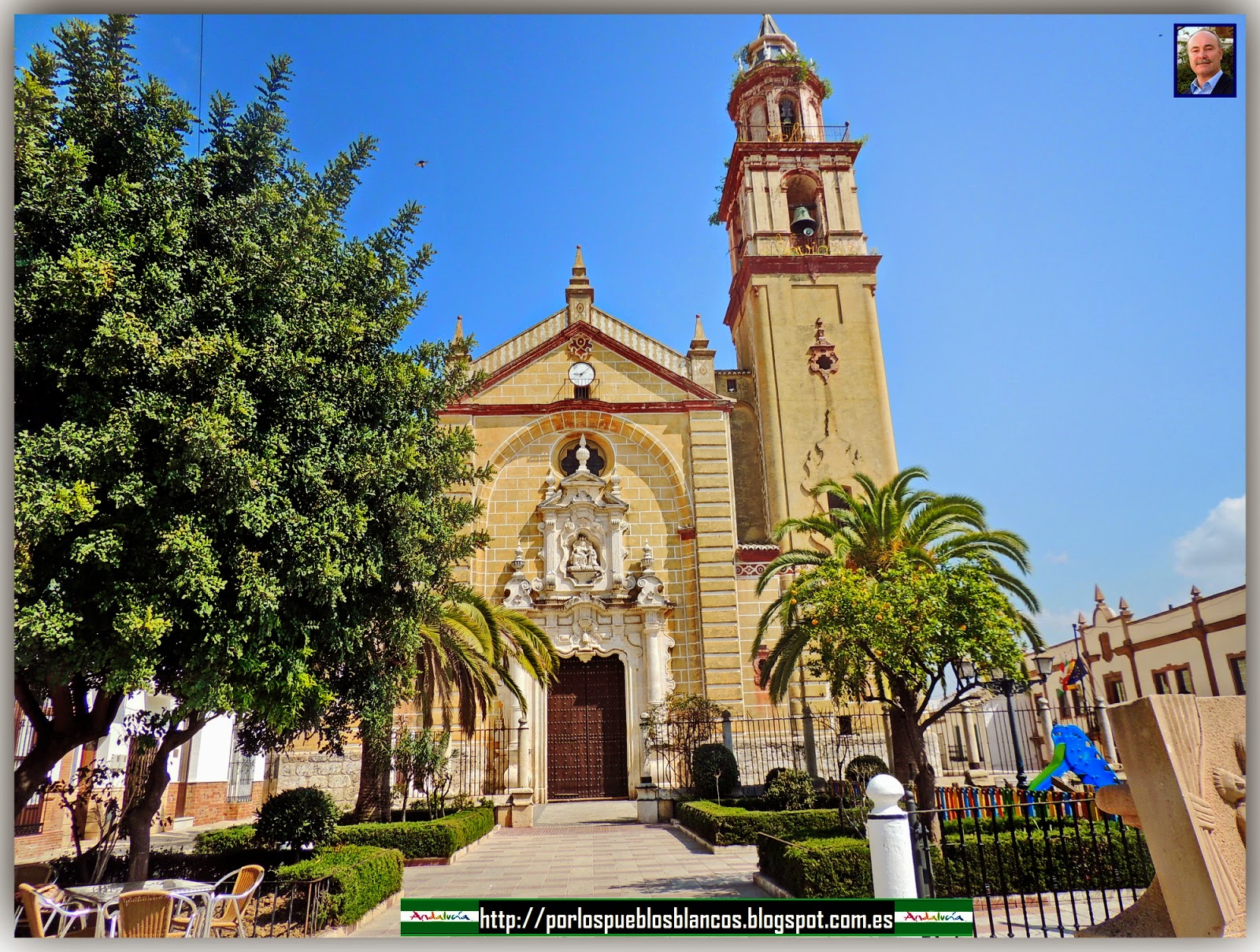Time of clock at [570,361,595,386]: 9:07
